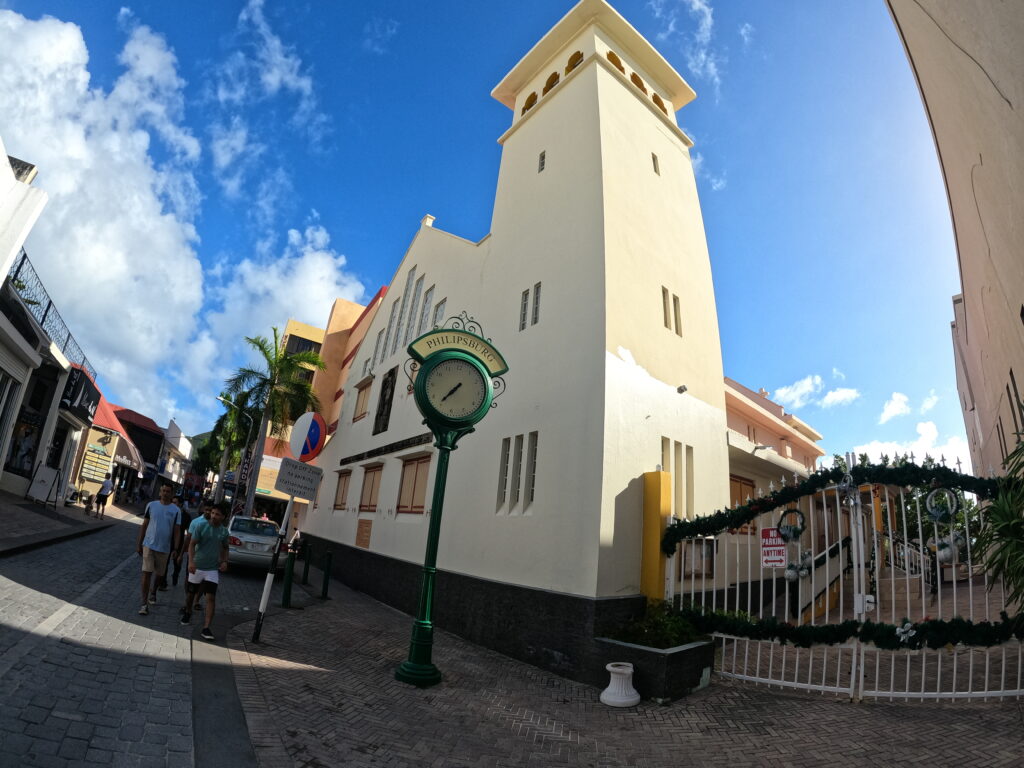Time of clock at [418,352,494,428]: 7:36
